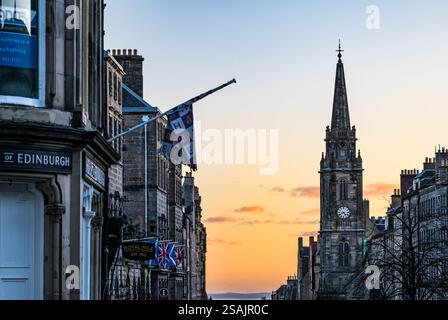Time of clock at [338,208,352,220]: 4:40
